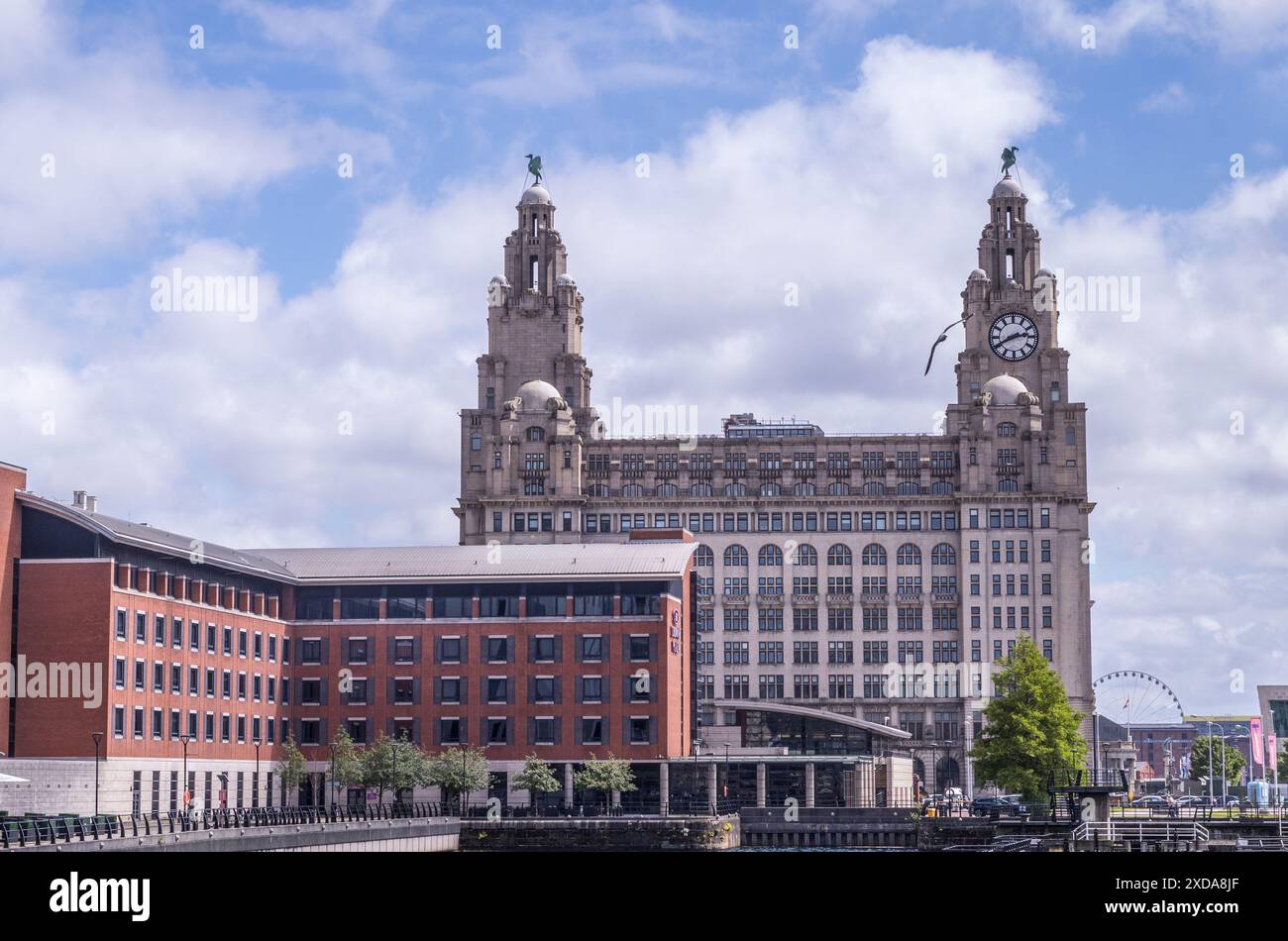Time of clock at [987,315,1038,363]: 2:40
